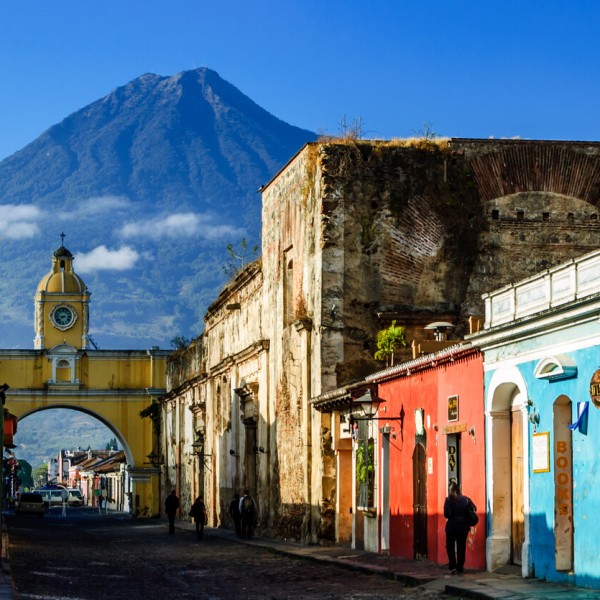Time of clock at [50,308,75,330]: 8:38
